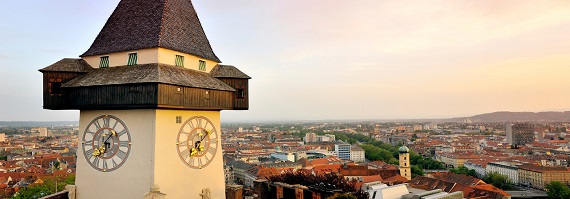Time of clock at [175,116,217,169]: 7:08
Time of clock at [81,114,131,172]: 6:06
